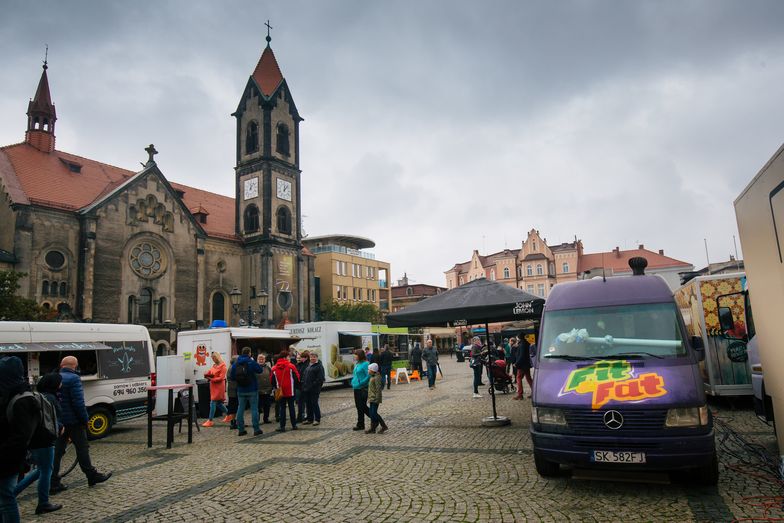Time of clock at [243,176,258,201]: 12:07
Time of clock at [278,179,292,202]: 12:07
